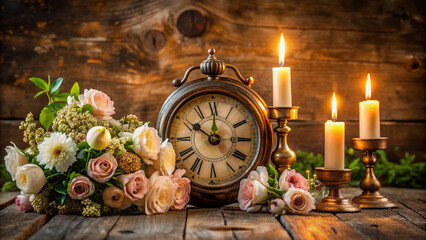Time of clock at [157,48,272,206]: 10:00
